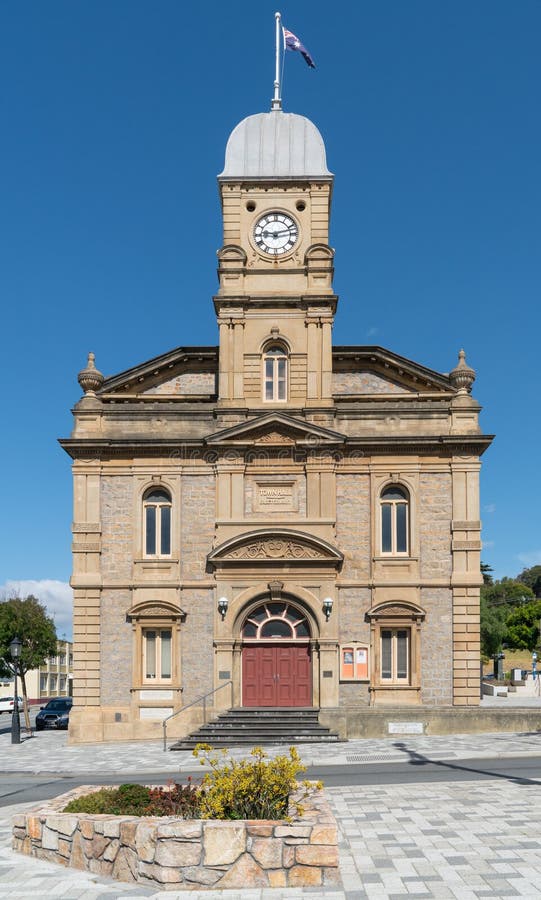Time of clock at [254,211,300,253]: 9:12
